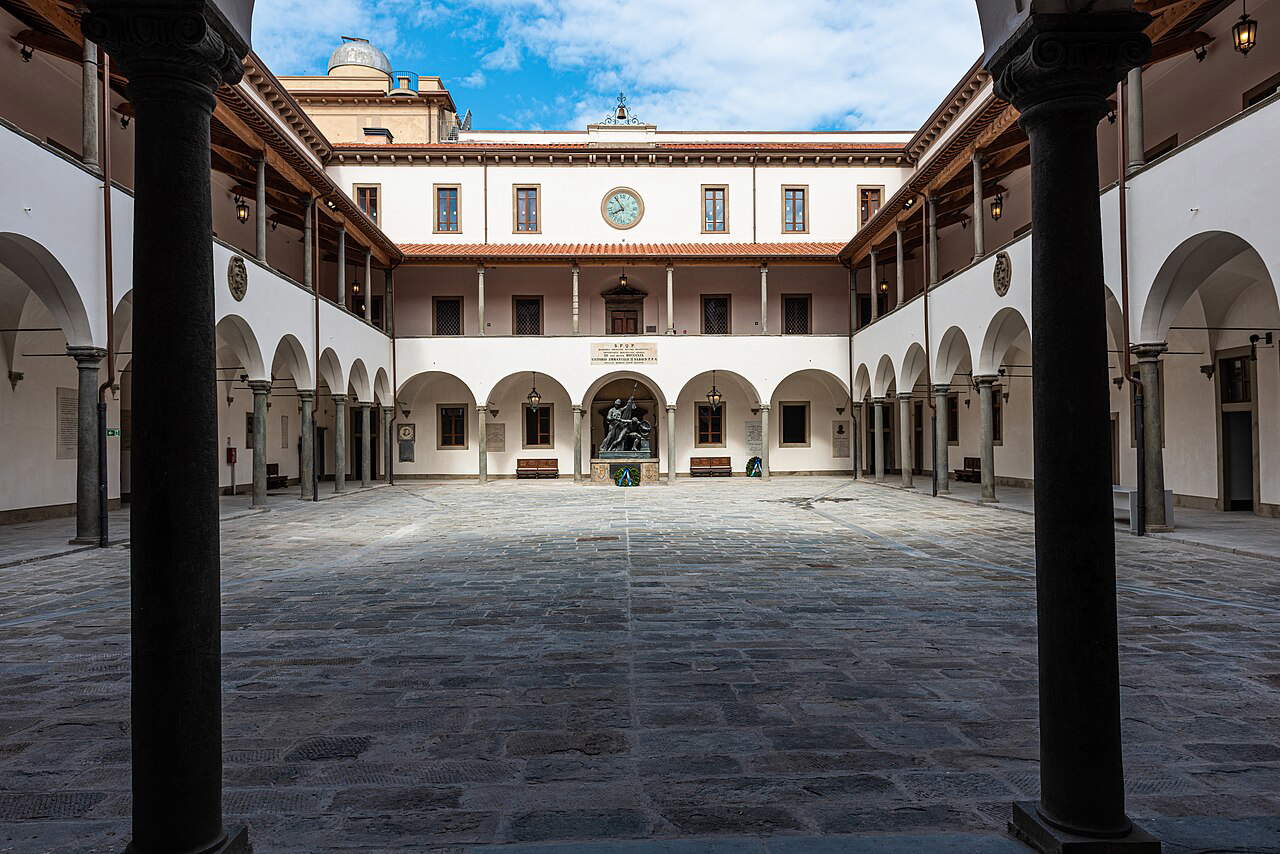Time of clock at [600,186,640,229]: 7:54
